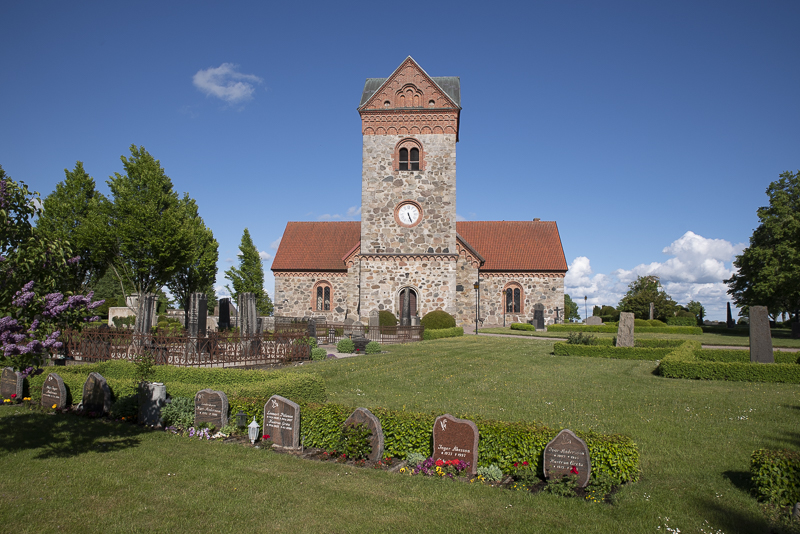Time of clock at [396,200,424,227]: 5:26
